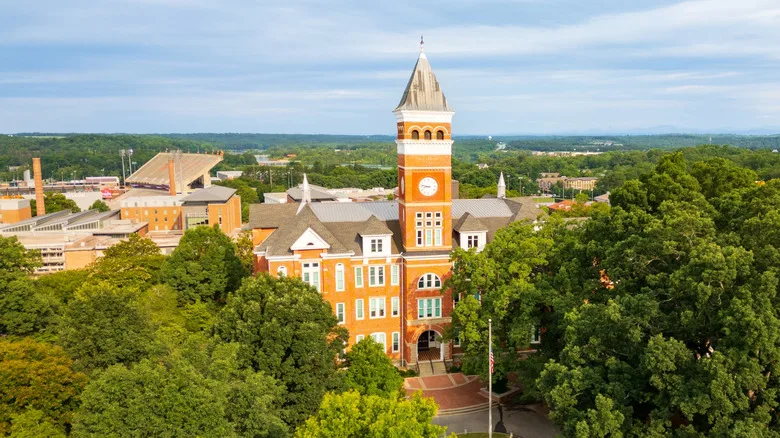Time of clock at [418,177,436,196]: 8:47
